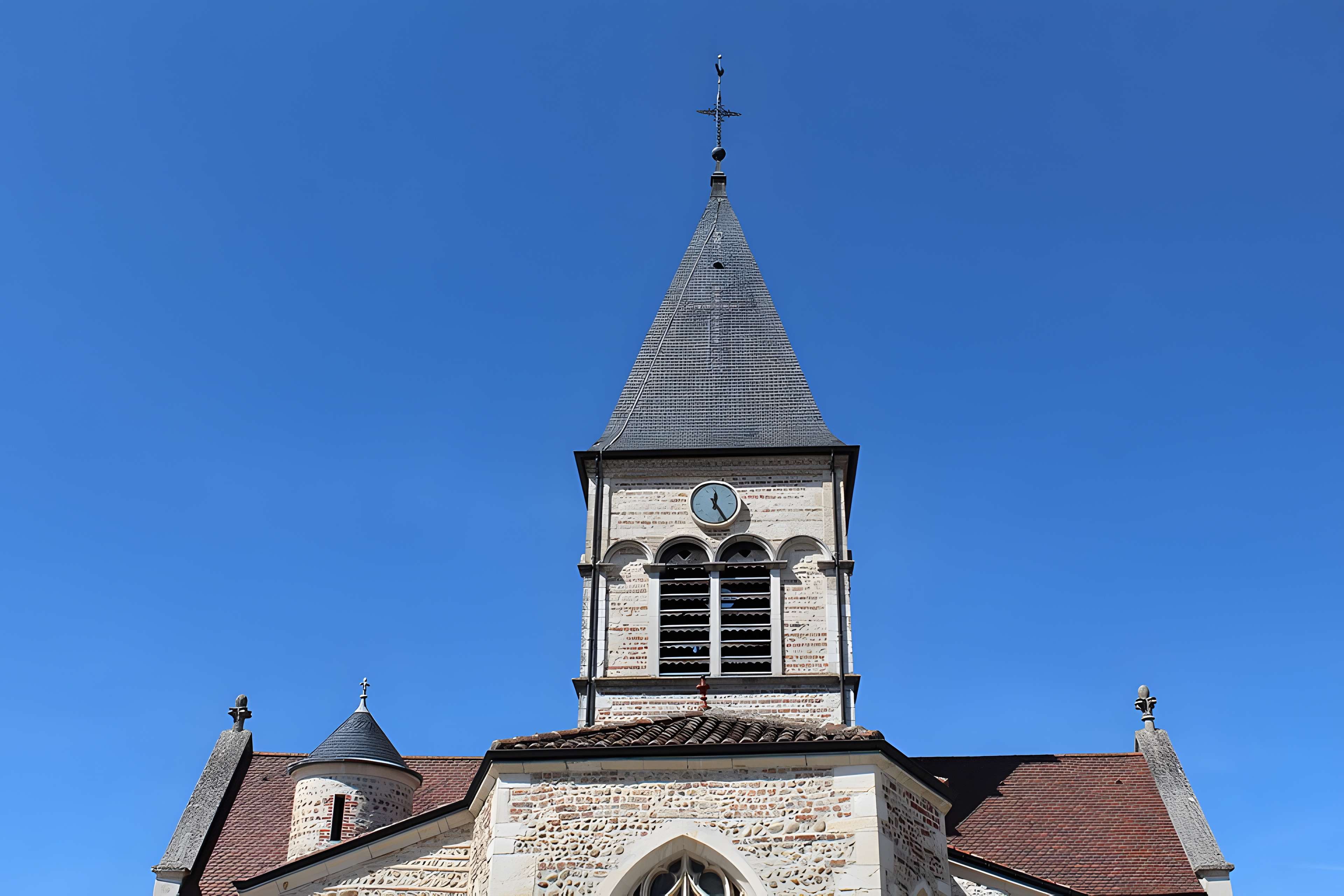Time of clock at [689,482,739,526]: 12:24
